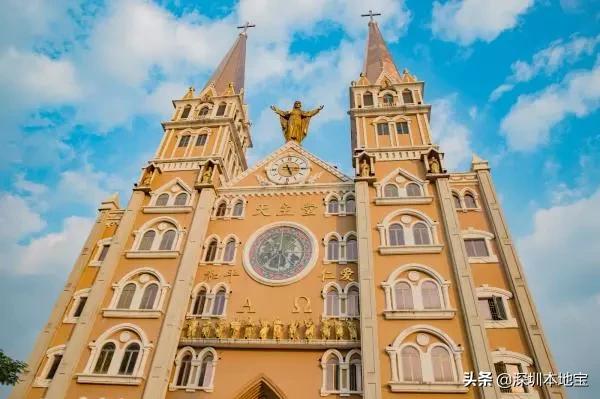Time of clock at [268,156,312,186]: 5:14
